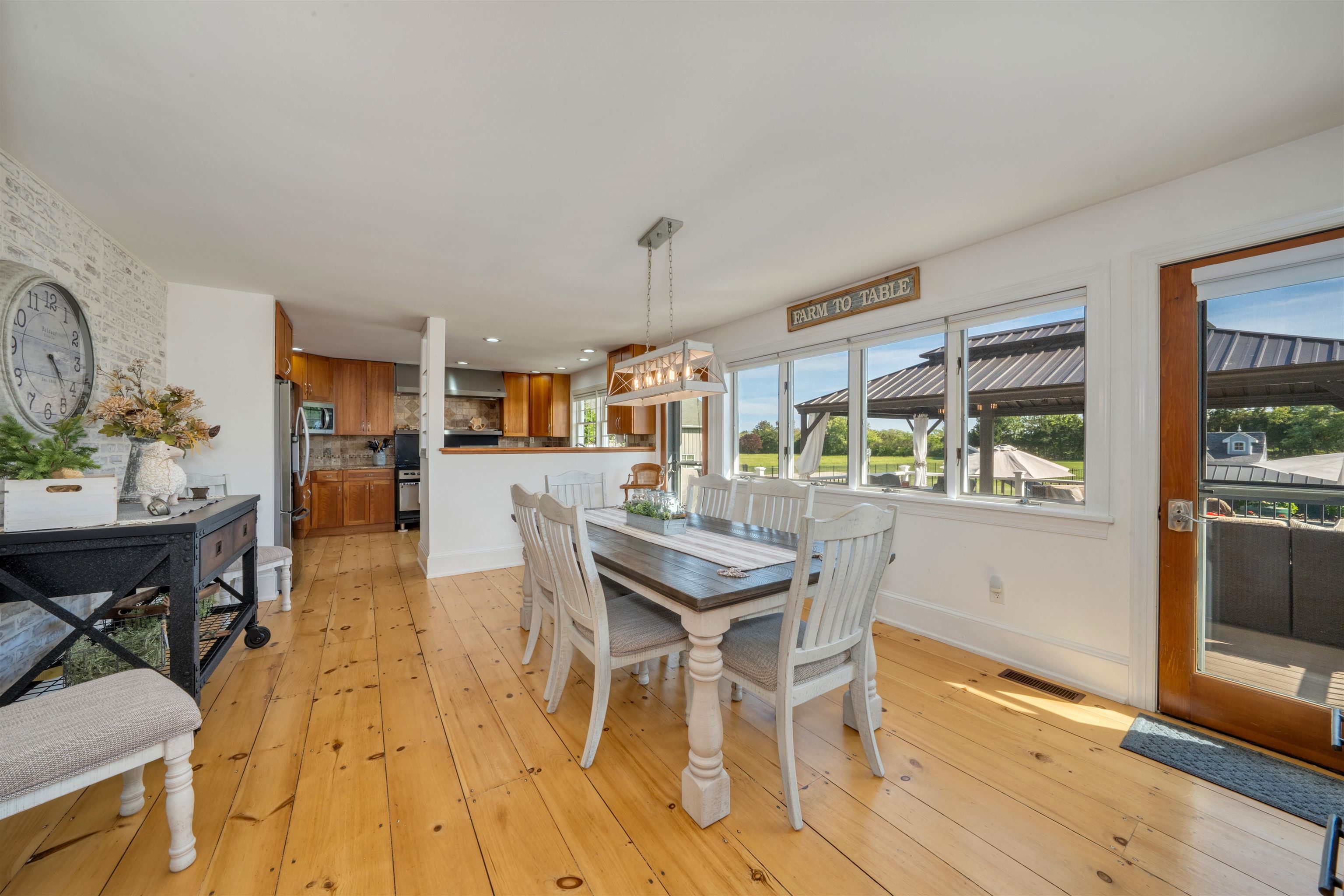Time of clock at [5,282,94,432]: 4:23
